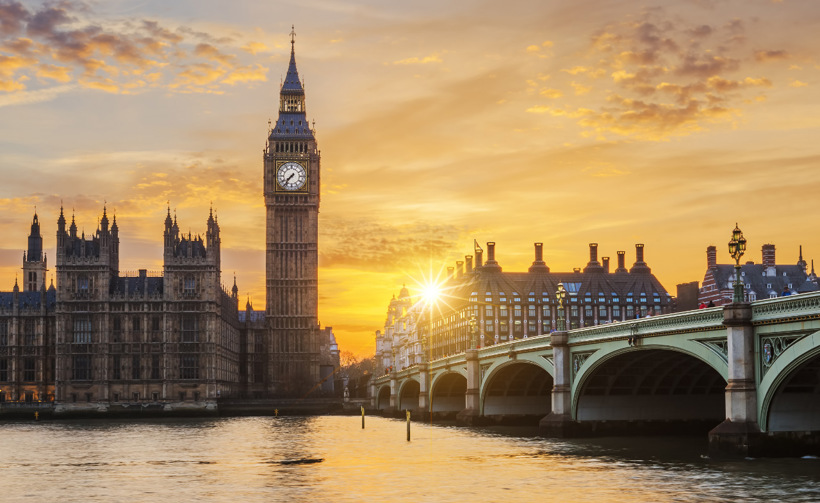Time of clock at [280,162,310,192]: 7:36
